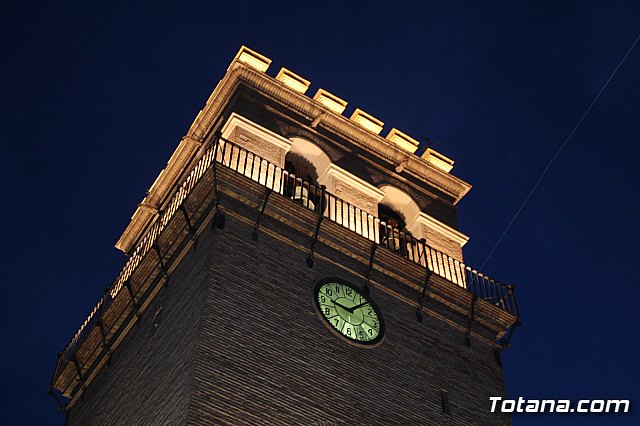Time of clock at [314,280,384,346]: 9:07
